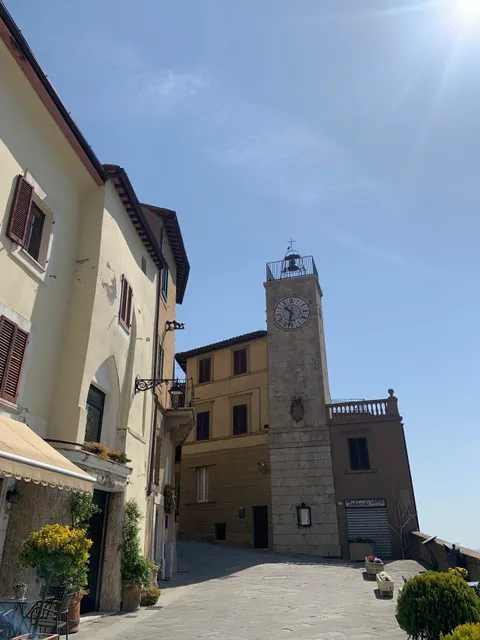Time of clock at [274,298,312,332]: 10:32
